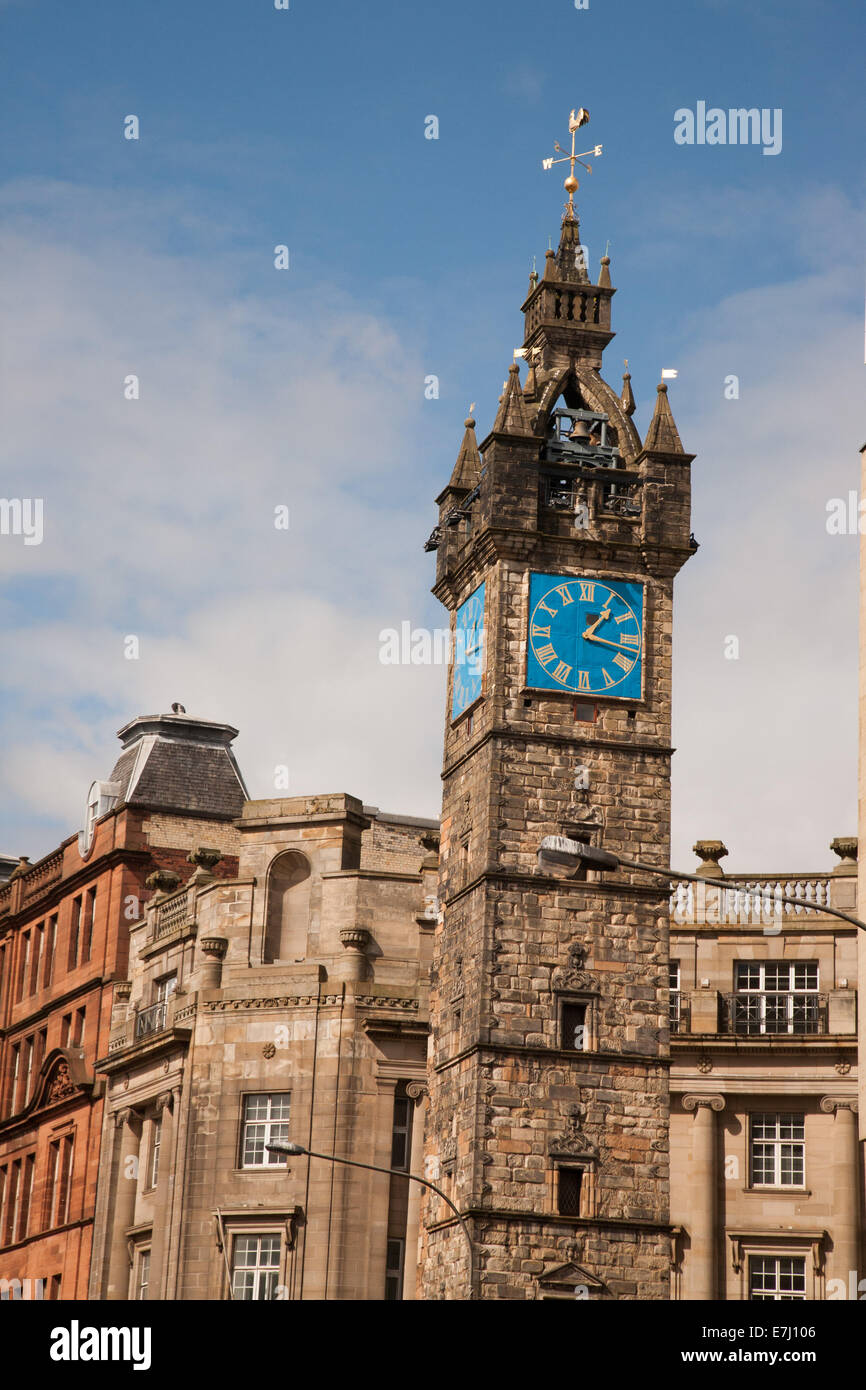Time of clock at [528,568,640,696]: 1:17
